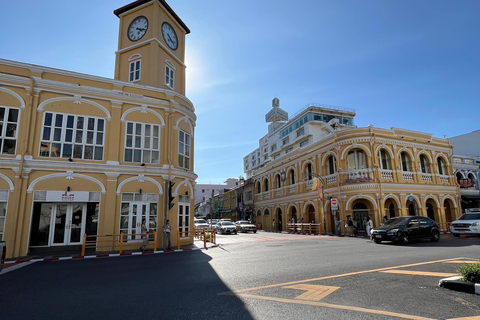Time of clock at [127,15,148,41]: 4:18
